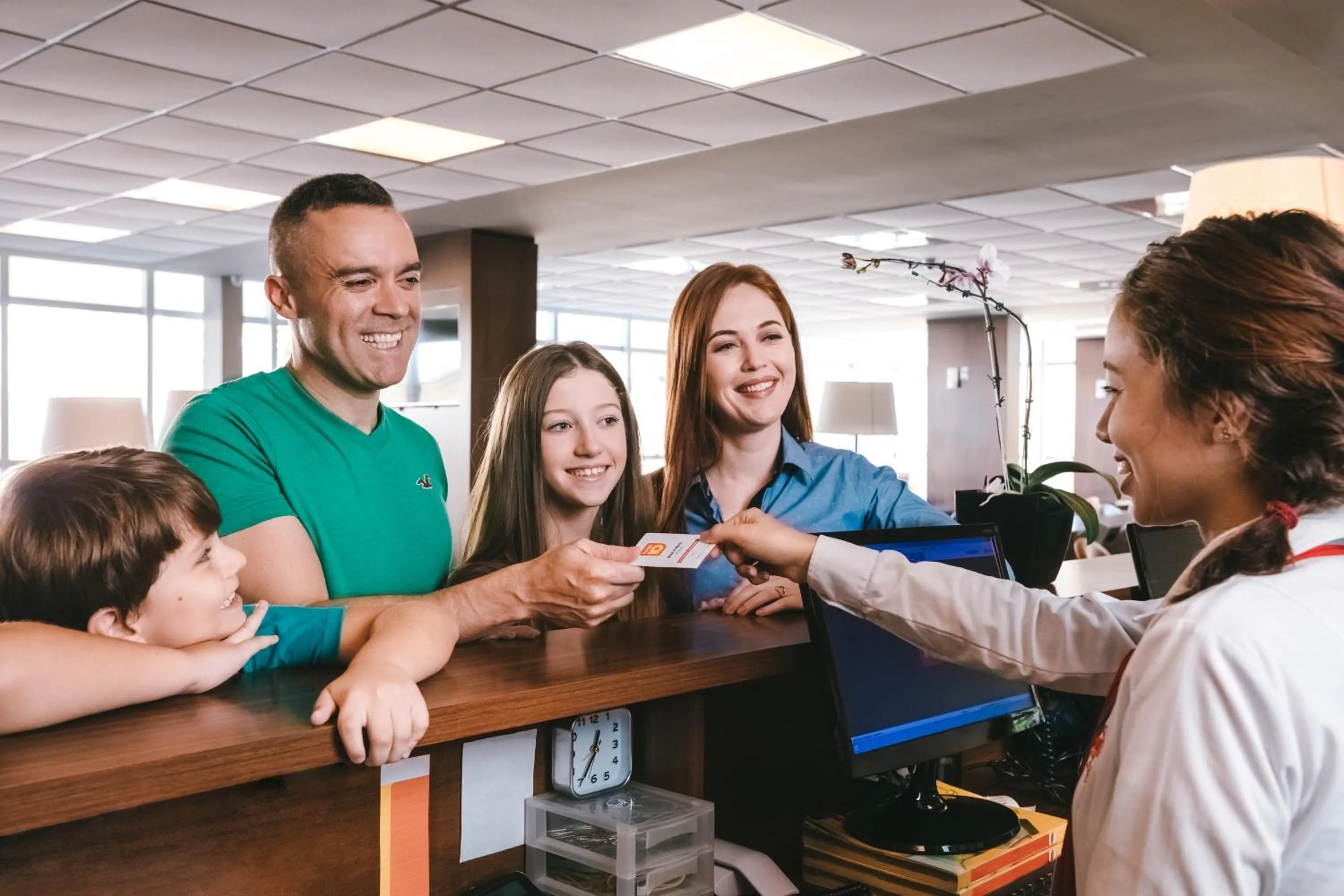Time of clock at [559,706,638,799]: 12:34
